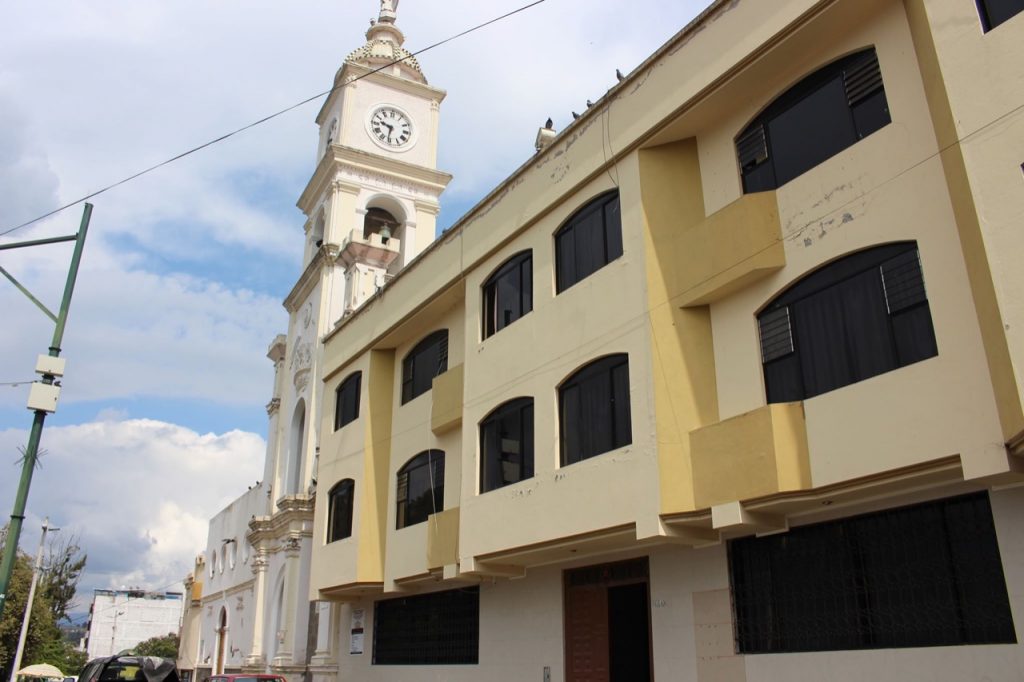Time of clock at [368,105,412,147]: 9:31
